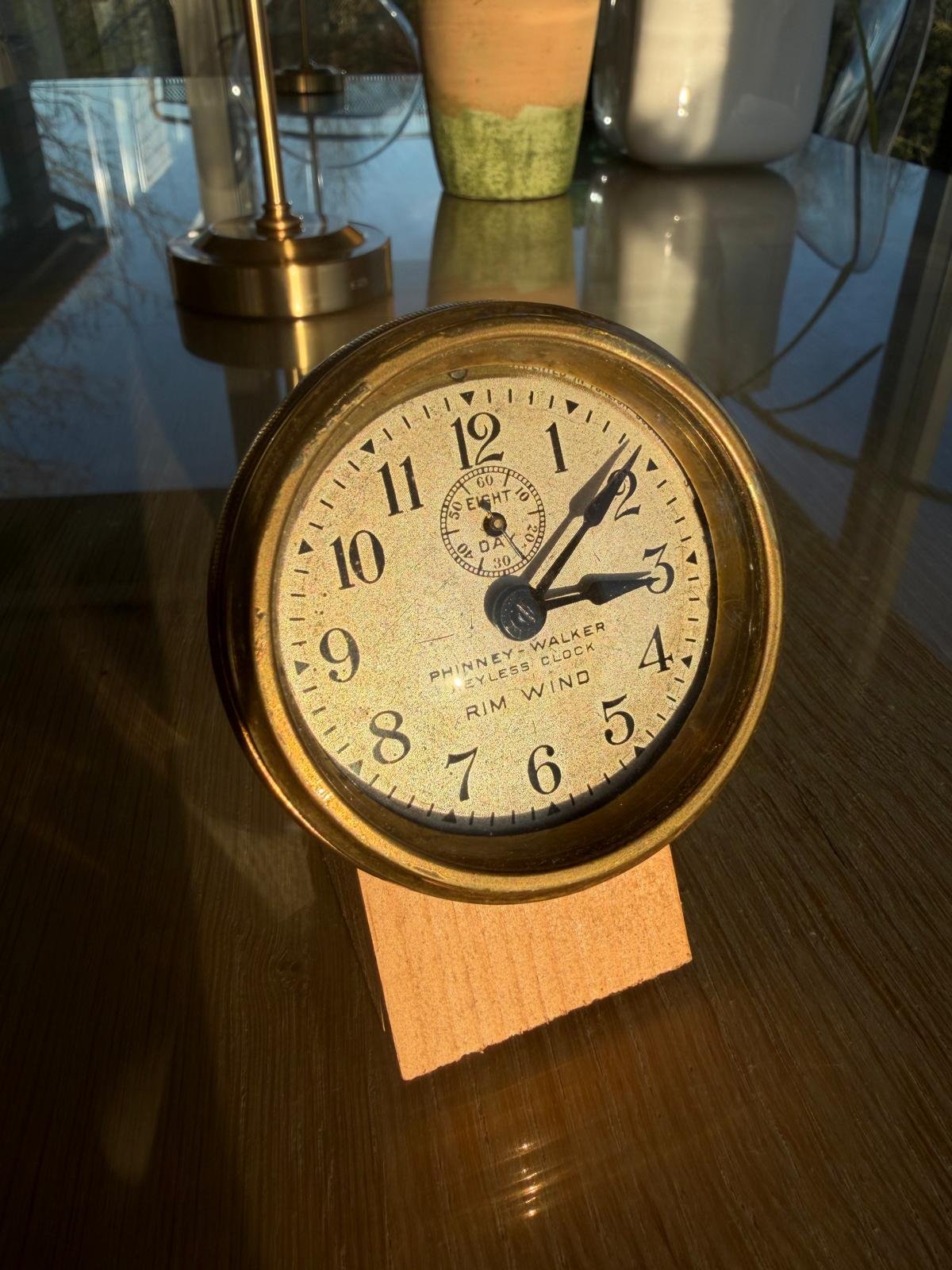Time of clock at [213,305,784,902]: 3:08
